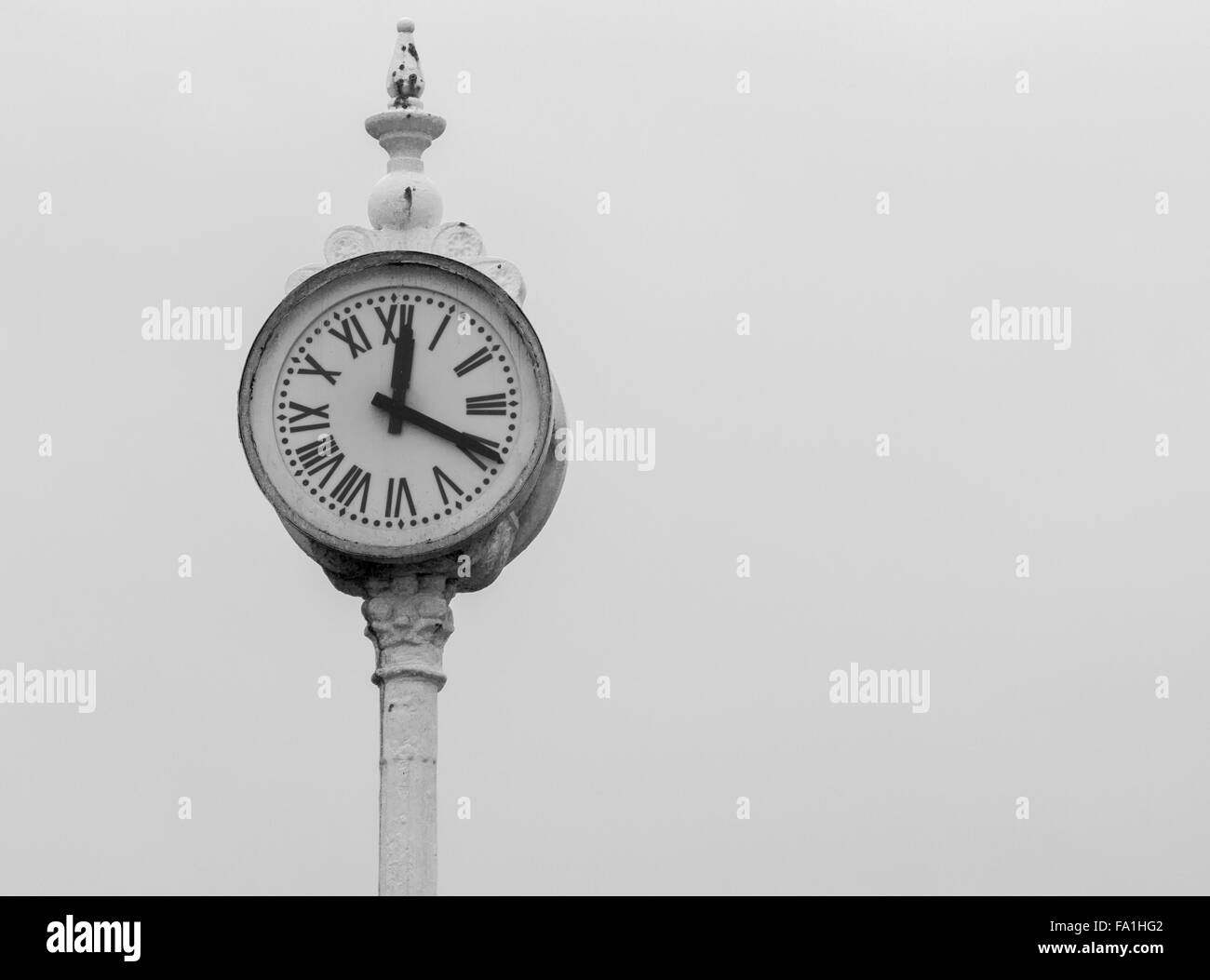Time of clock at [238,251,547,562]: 12:19
